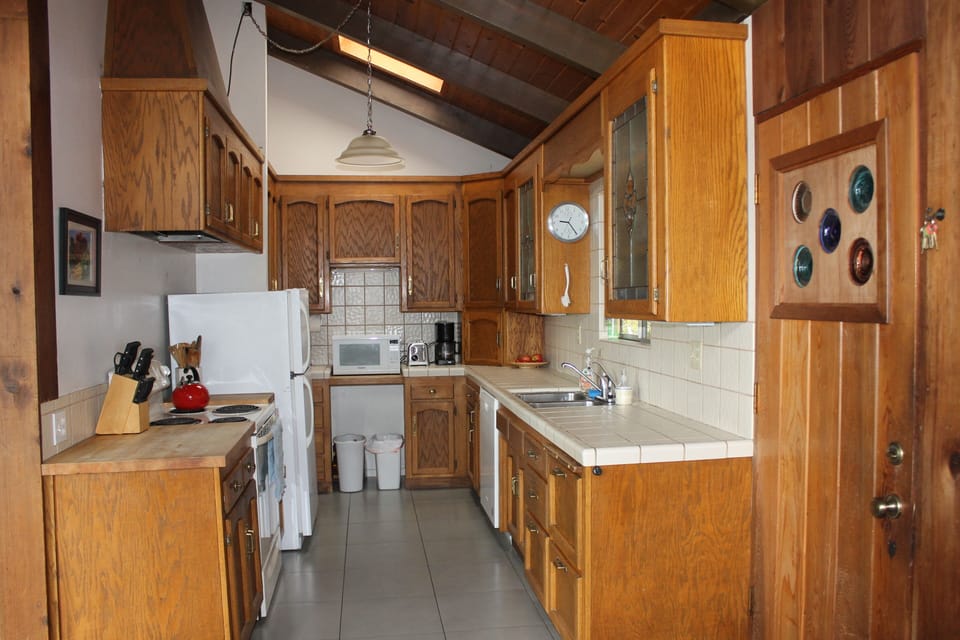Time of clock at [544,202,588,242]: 9:24
